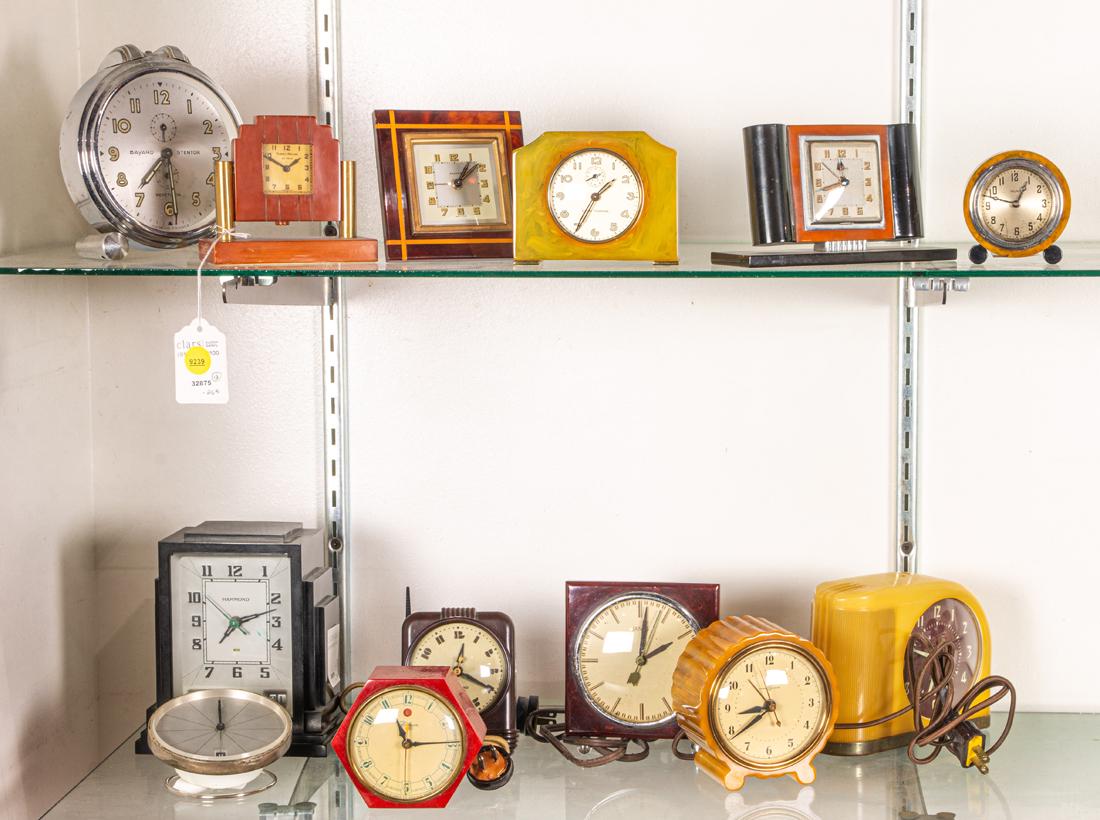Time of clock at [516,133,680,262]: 1:34
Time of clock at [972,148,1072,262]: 12:48
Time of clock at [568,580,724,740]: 2:01
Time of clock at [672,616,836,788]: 8:38
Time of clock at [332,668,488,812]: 11:14
